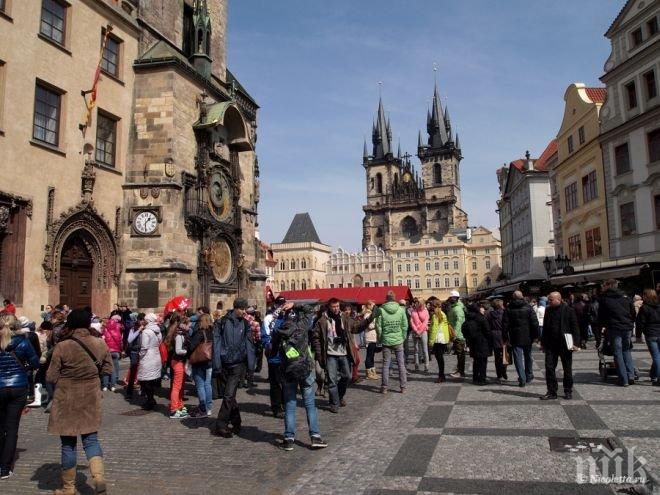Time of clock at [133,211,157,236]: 1:30
